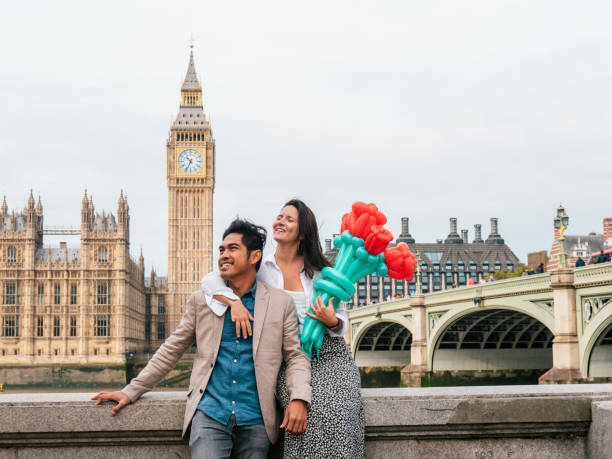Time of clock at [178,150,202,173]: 10:34
